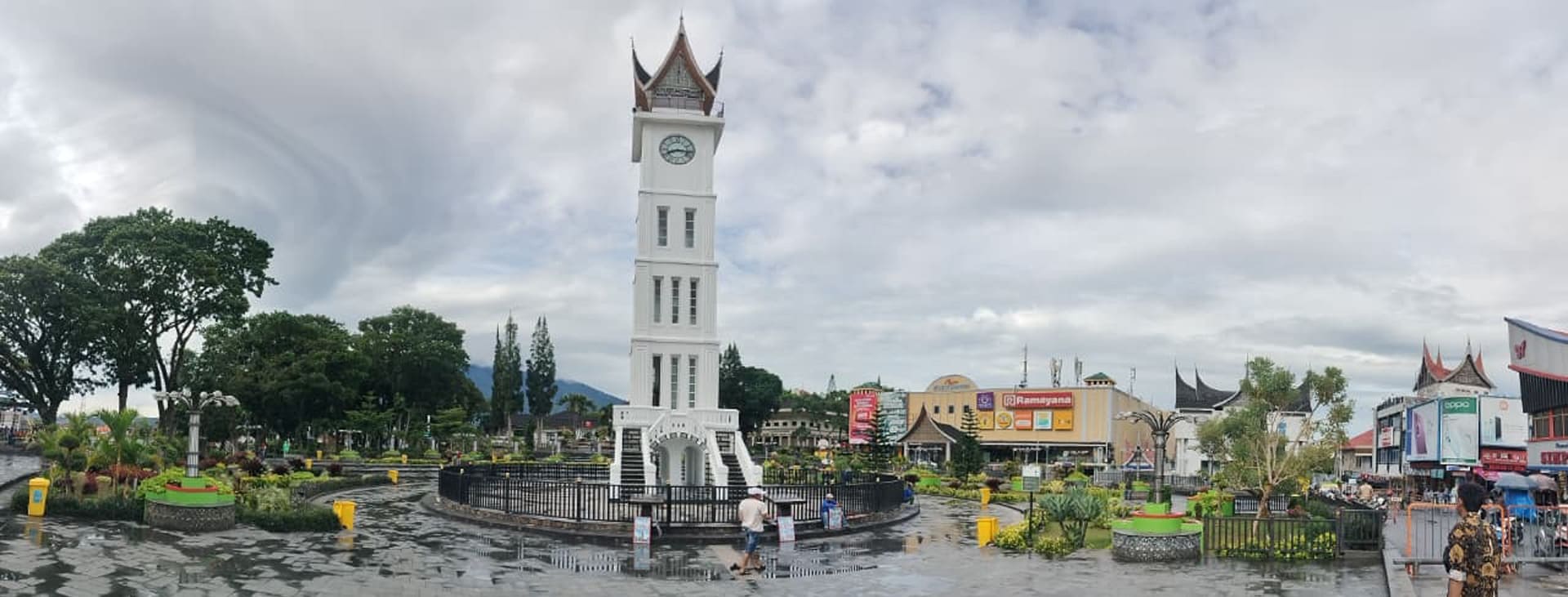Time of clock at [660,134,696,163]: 8:16
